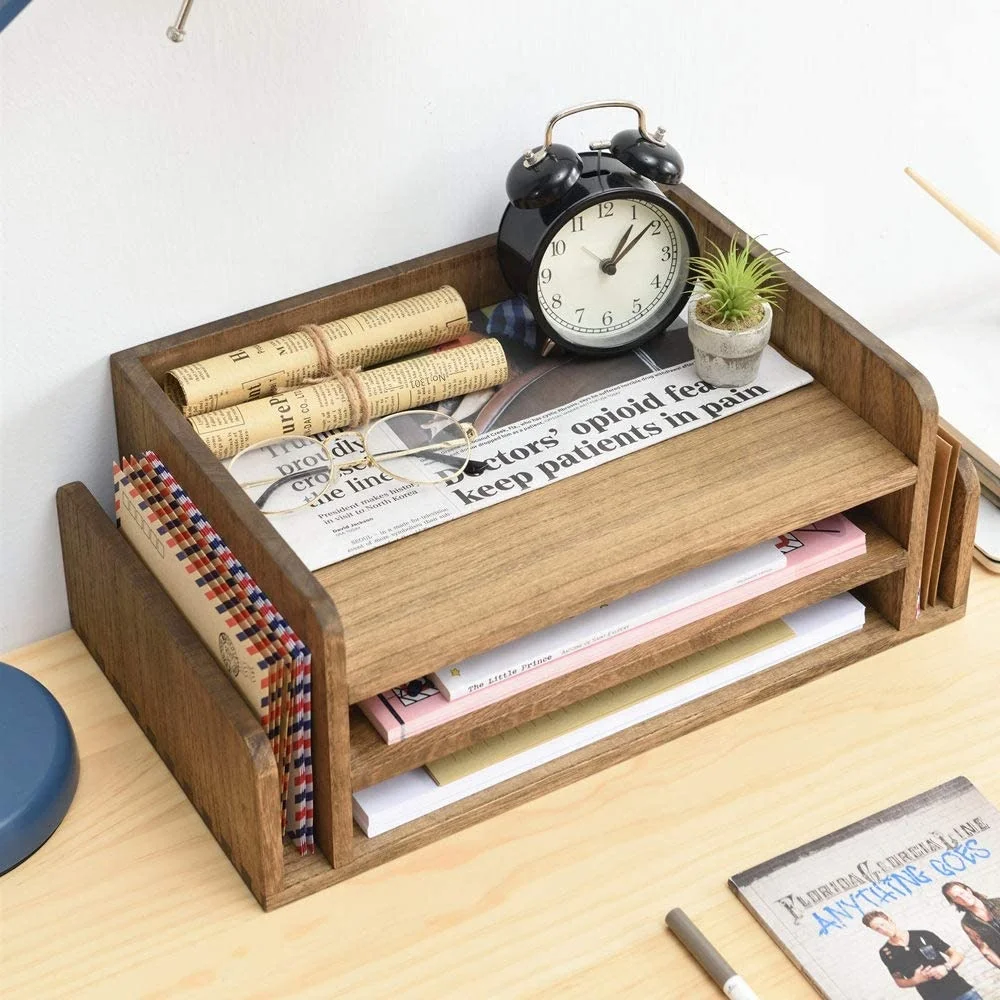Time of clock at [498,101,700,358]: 1:08
